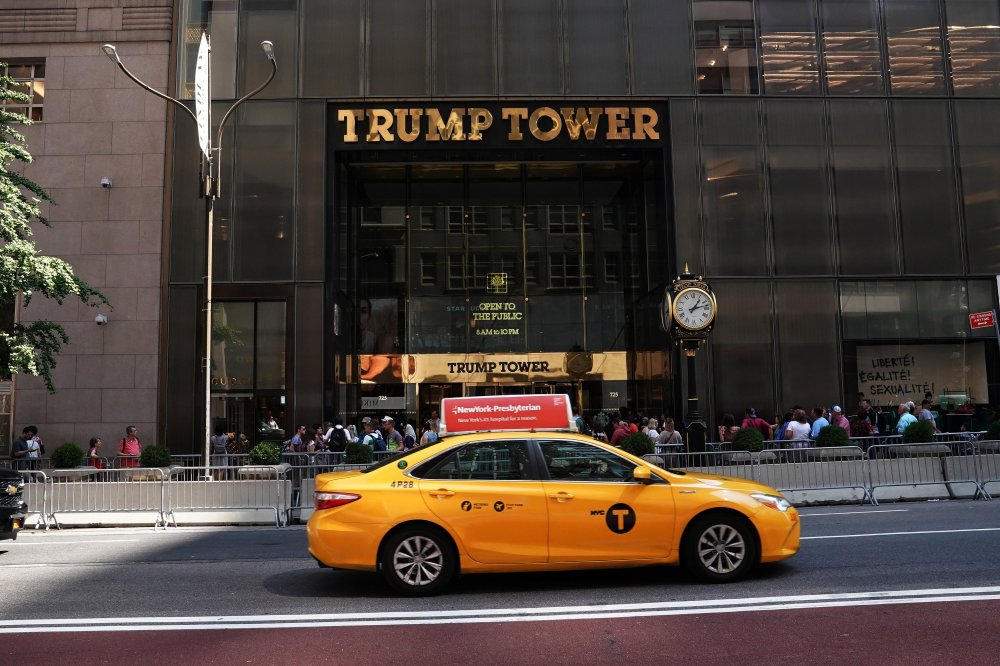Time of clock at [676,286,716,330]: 1:12
